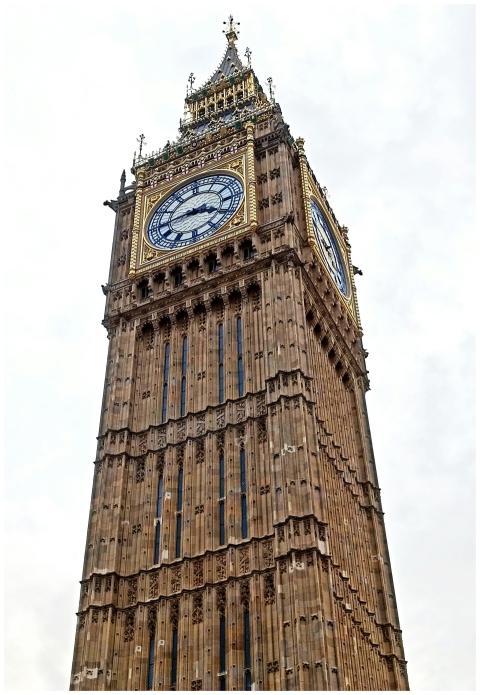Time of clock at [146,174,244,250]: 3:43
